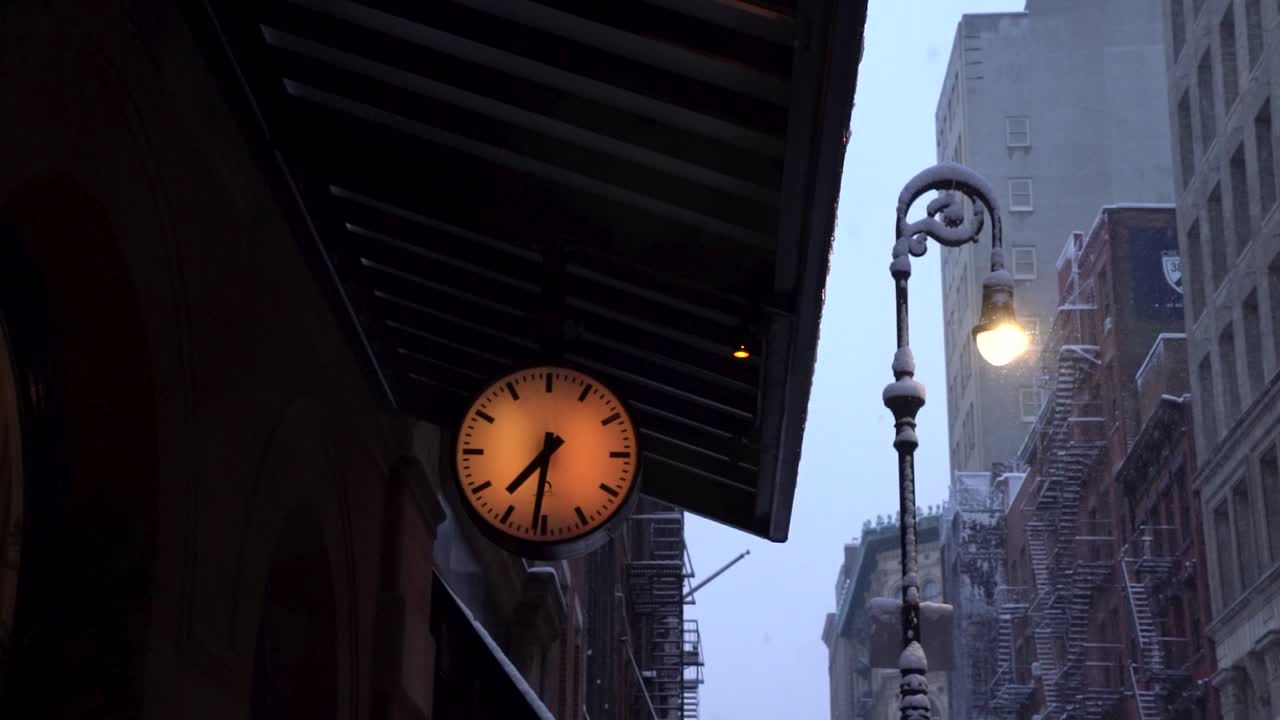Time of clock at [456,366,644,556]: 7:31
